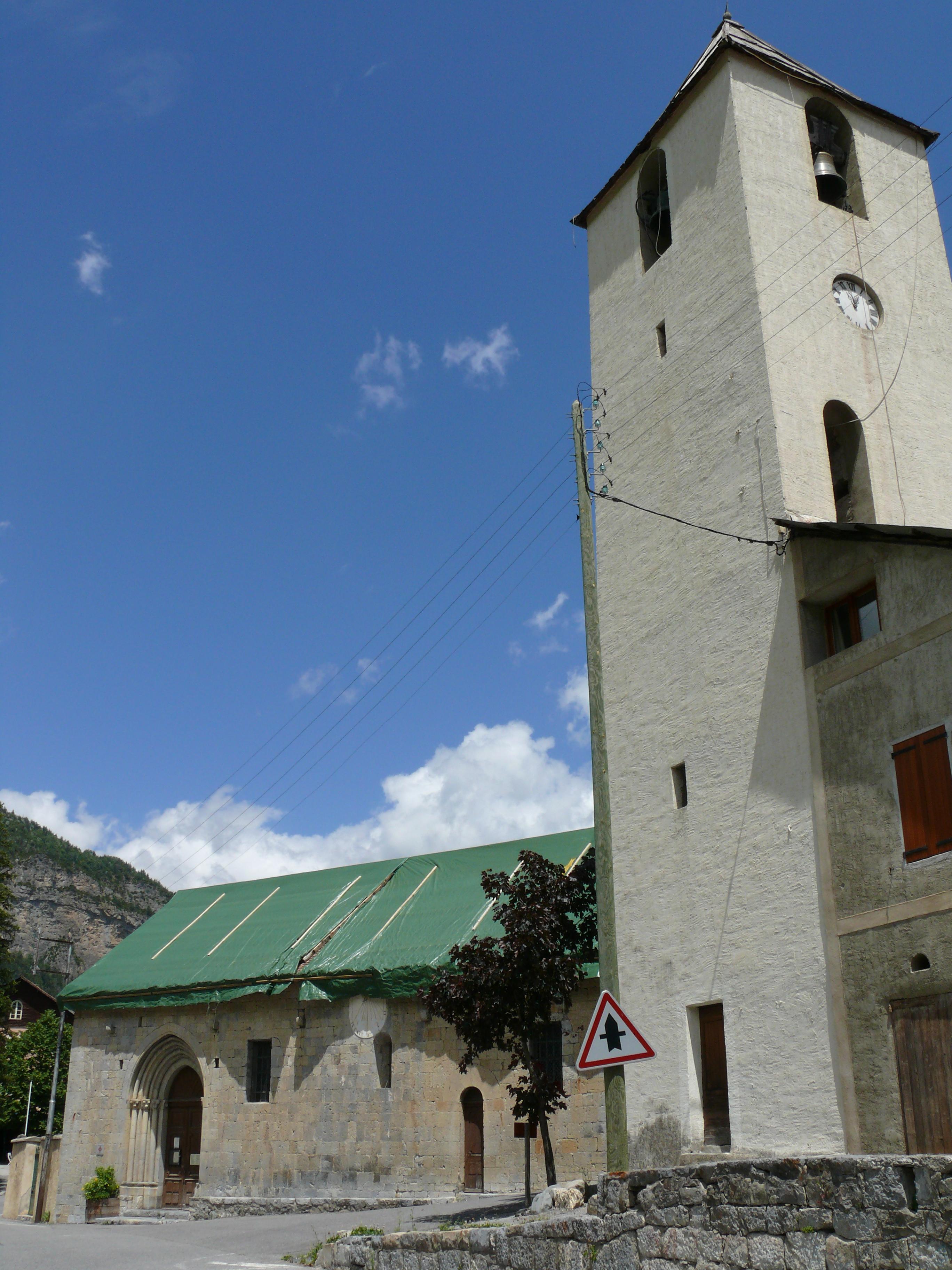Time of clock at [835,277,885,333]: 12:57
